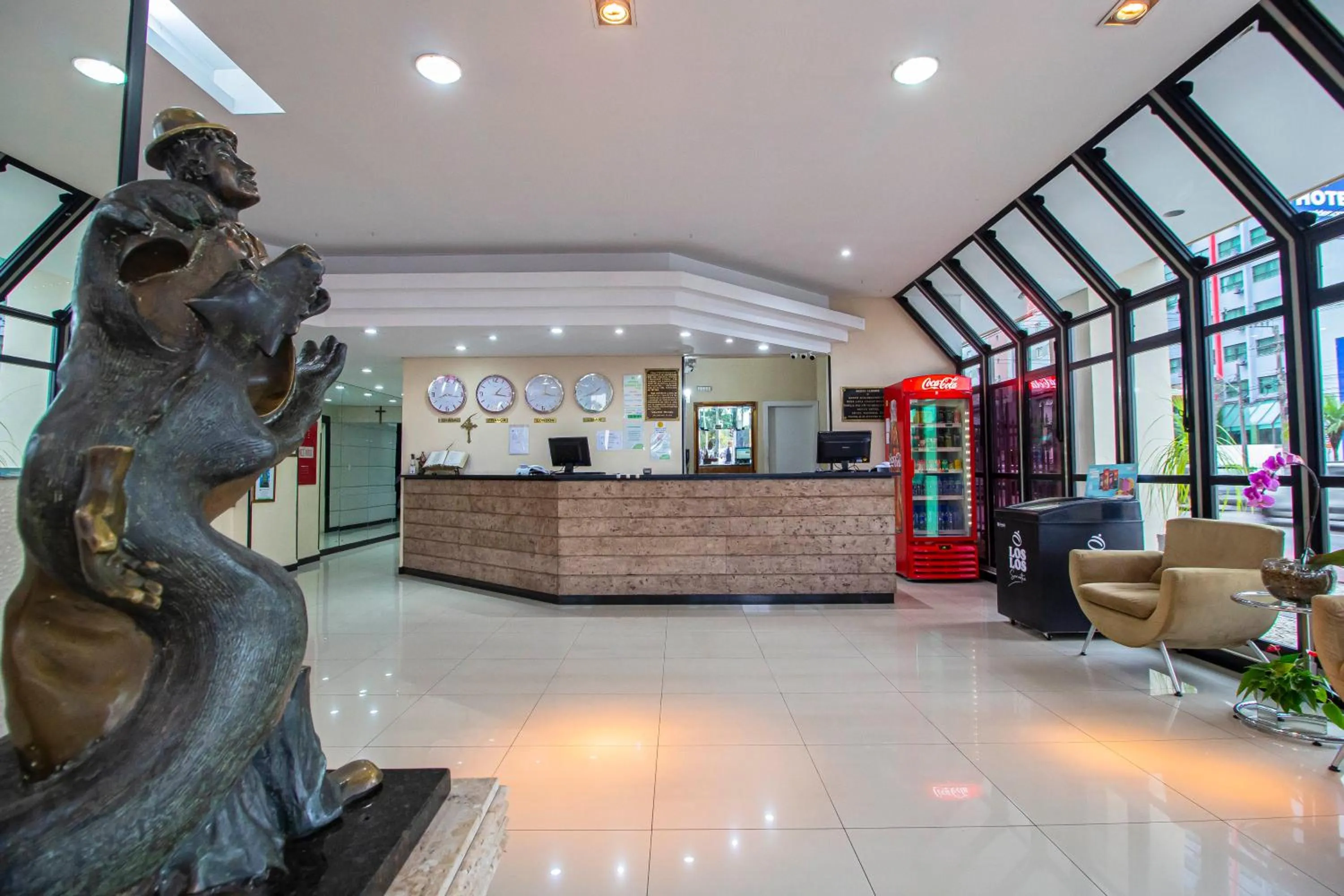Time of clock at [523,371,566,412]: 12:16
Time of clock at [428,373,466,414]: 8:16
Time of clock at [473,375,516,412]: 1:16
